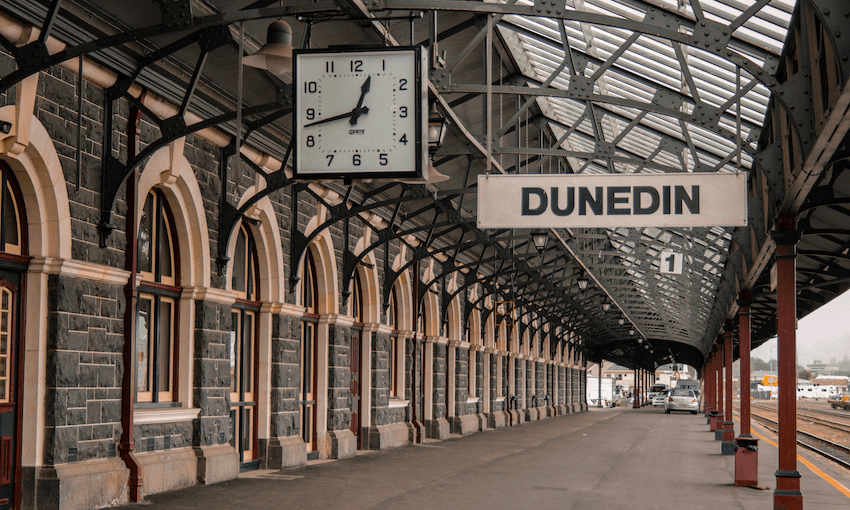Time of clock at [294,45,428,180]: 12:42
